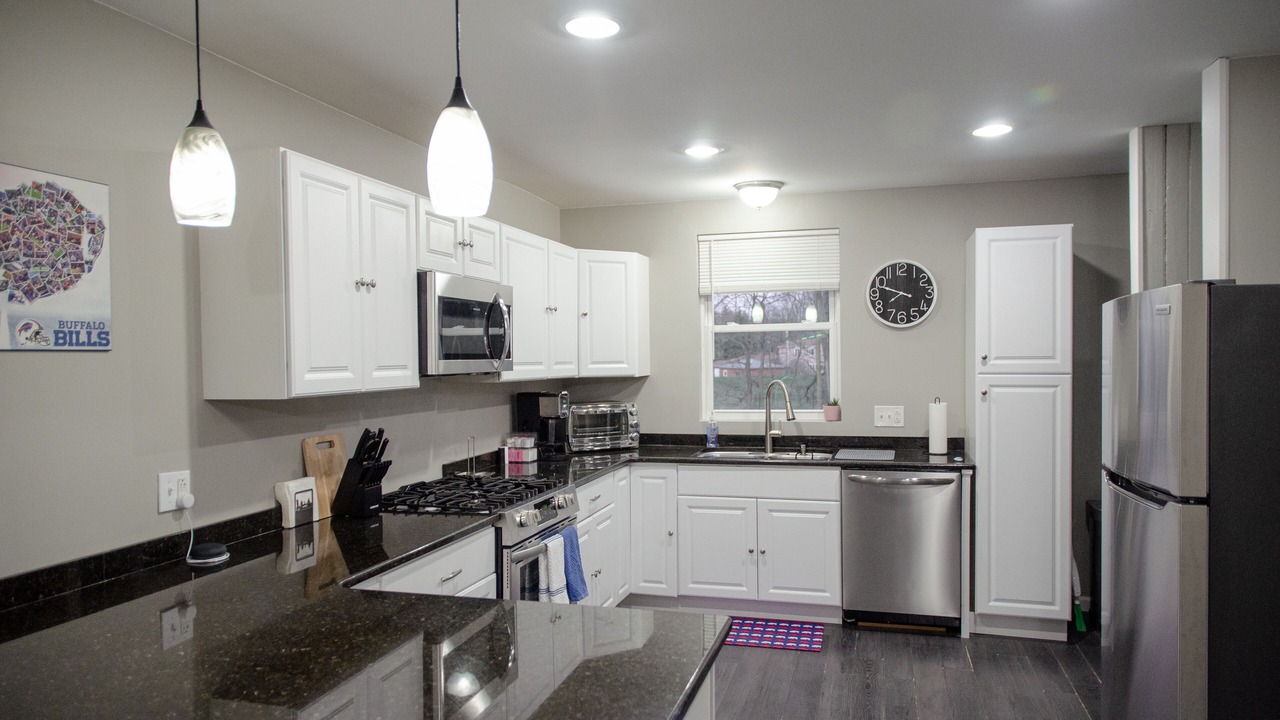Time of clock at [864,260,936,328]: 7:48
